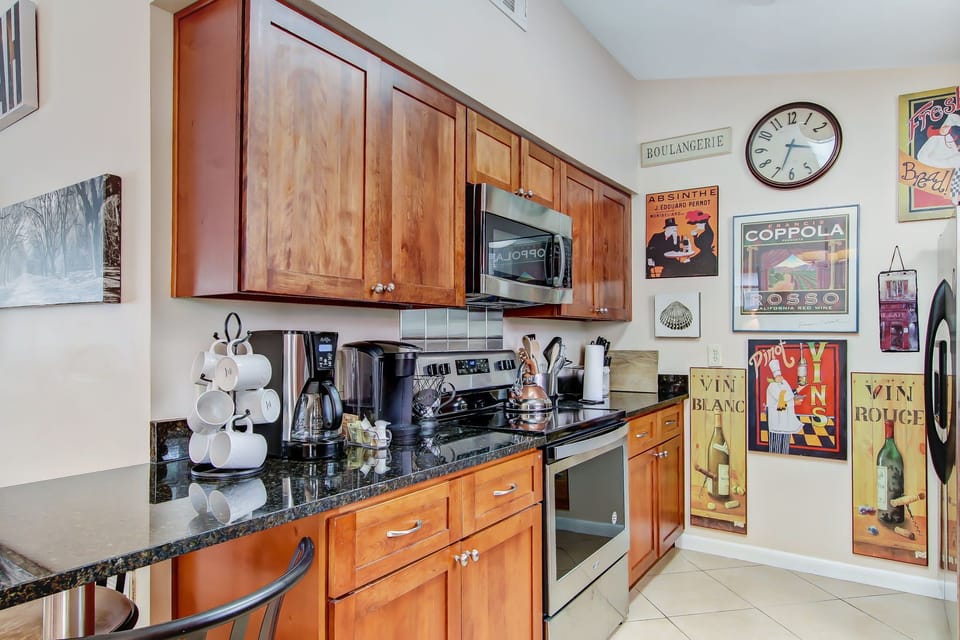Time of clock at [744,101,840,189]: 3:33
